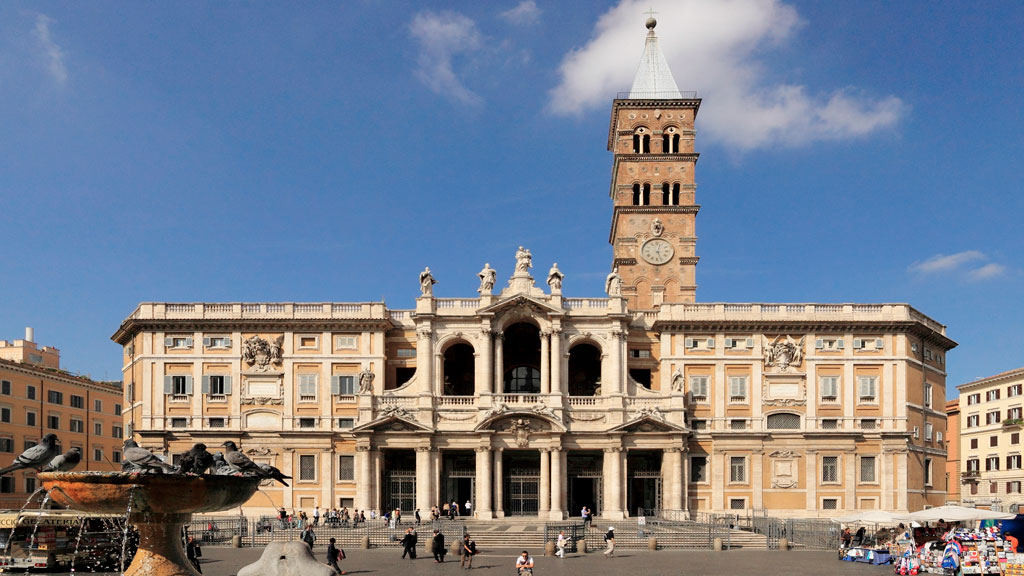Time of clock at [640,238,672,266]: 12:26
